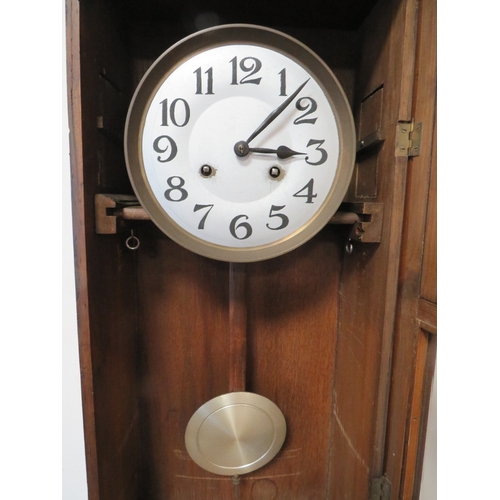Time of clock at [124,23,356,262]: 3:07
